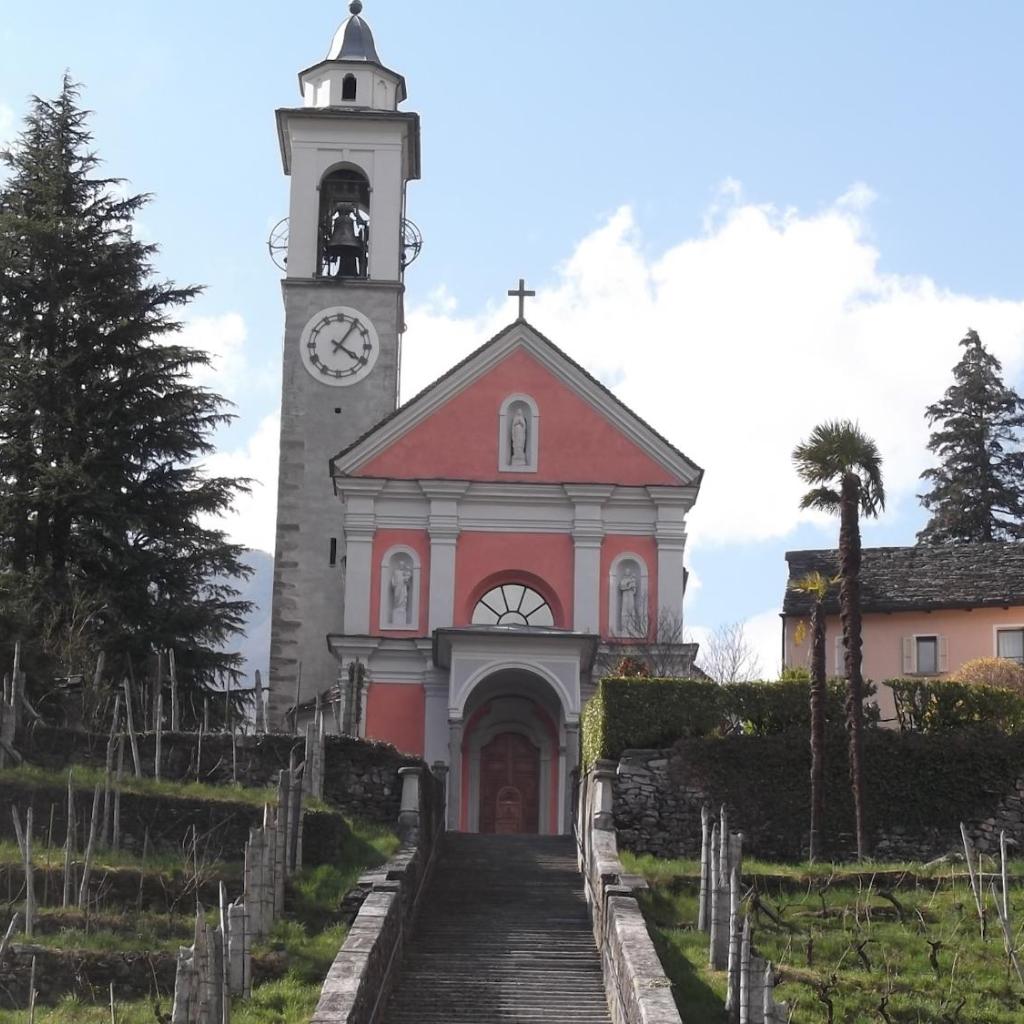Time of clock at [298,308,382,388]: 4:05
